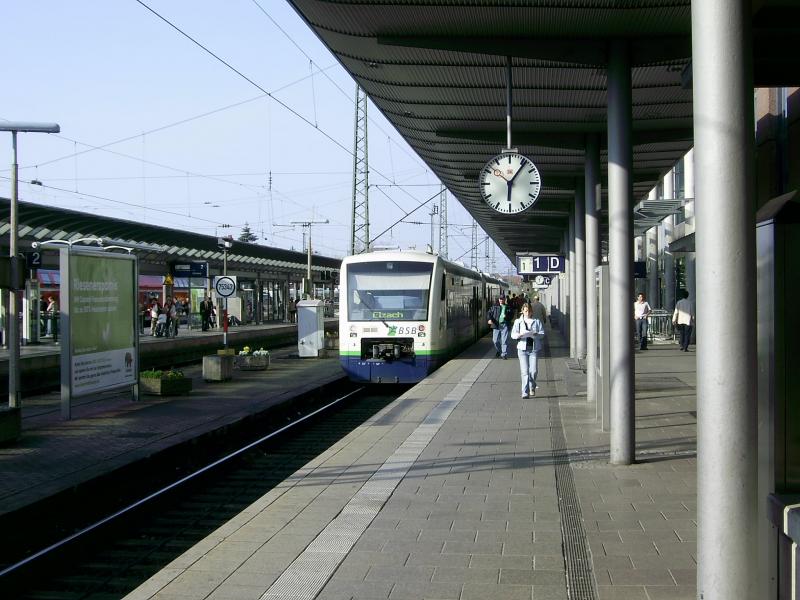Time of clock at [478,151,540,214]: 6:06
